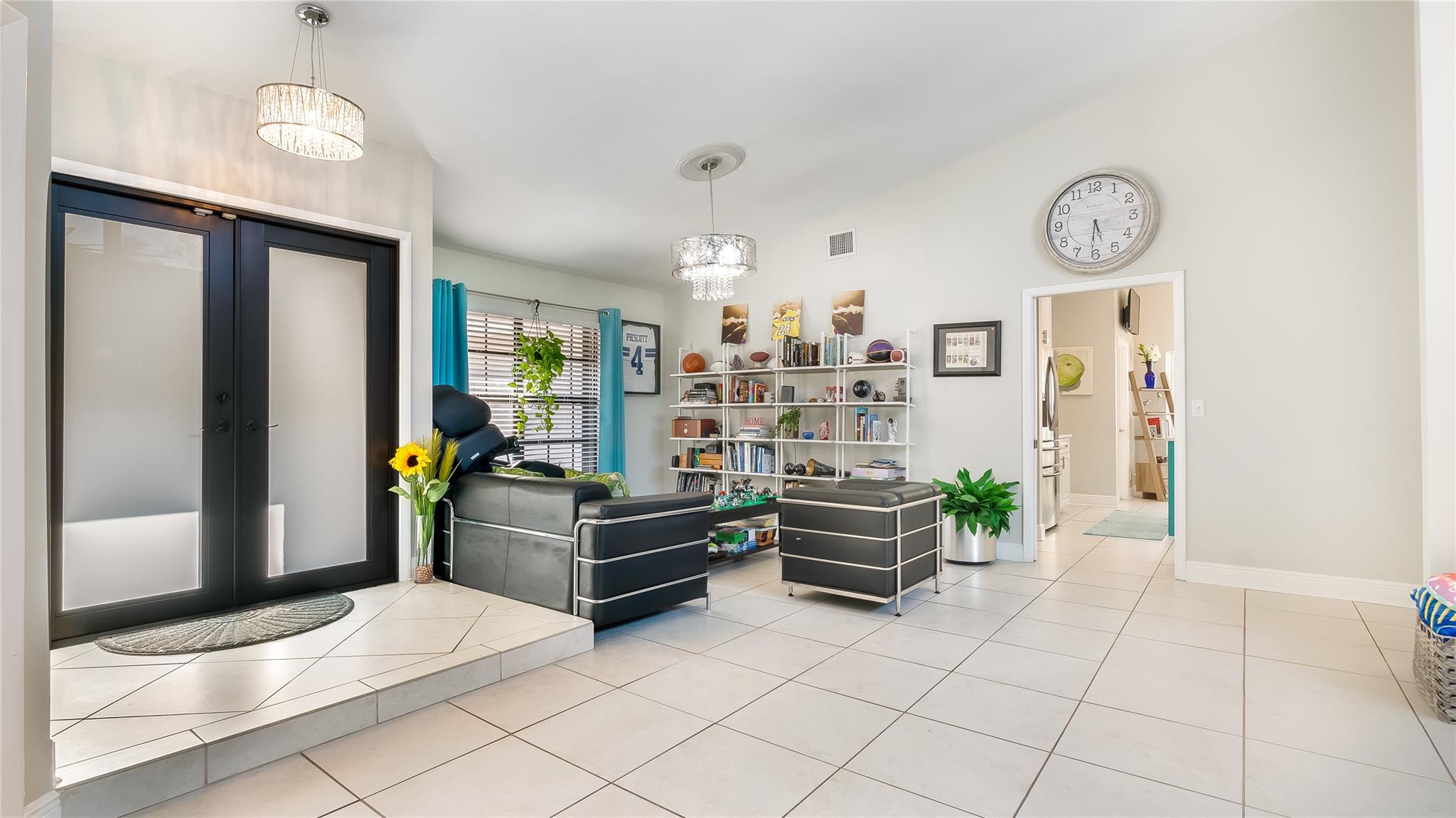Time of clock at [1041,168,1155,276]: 5:31
